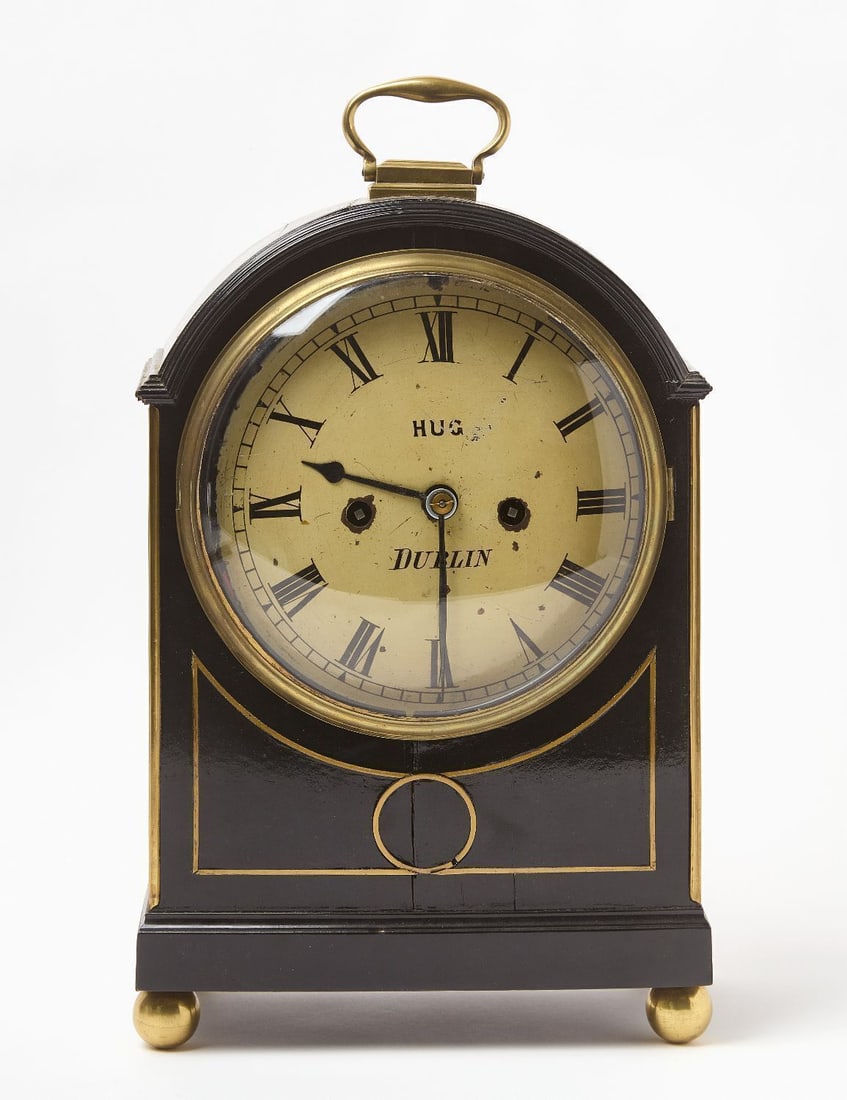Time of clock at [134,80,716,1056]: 9:30
